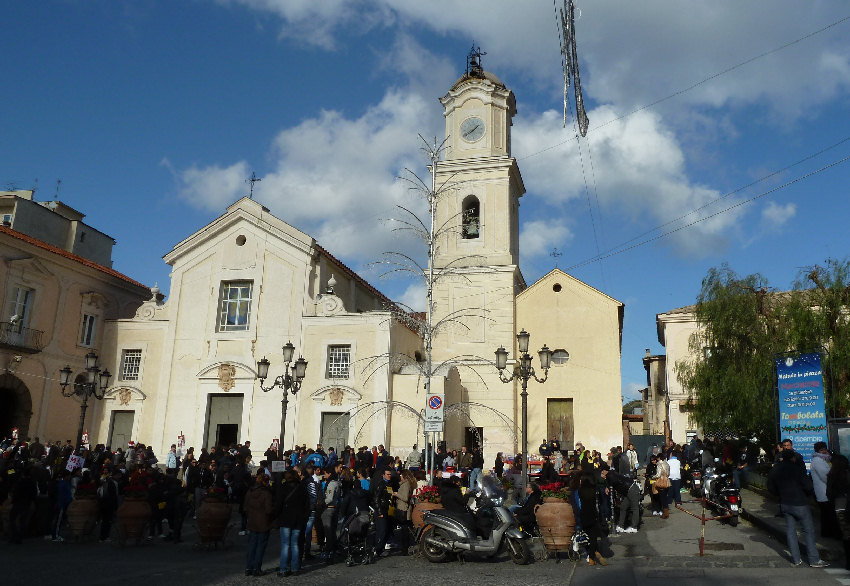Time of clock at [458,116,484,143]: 1:39
